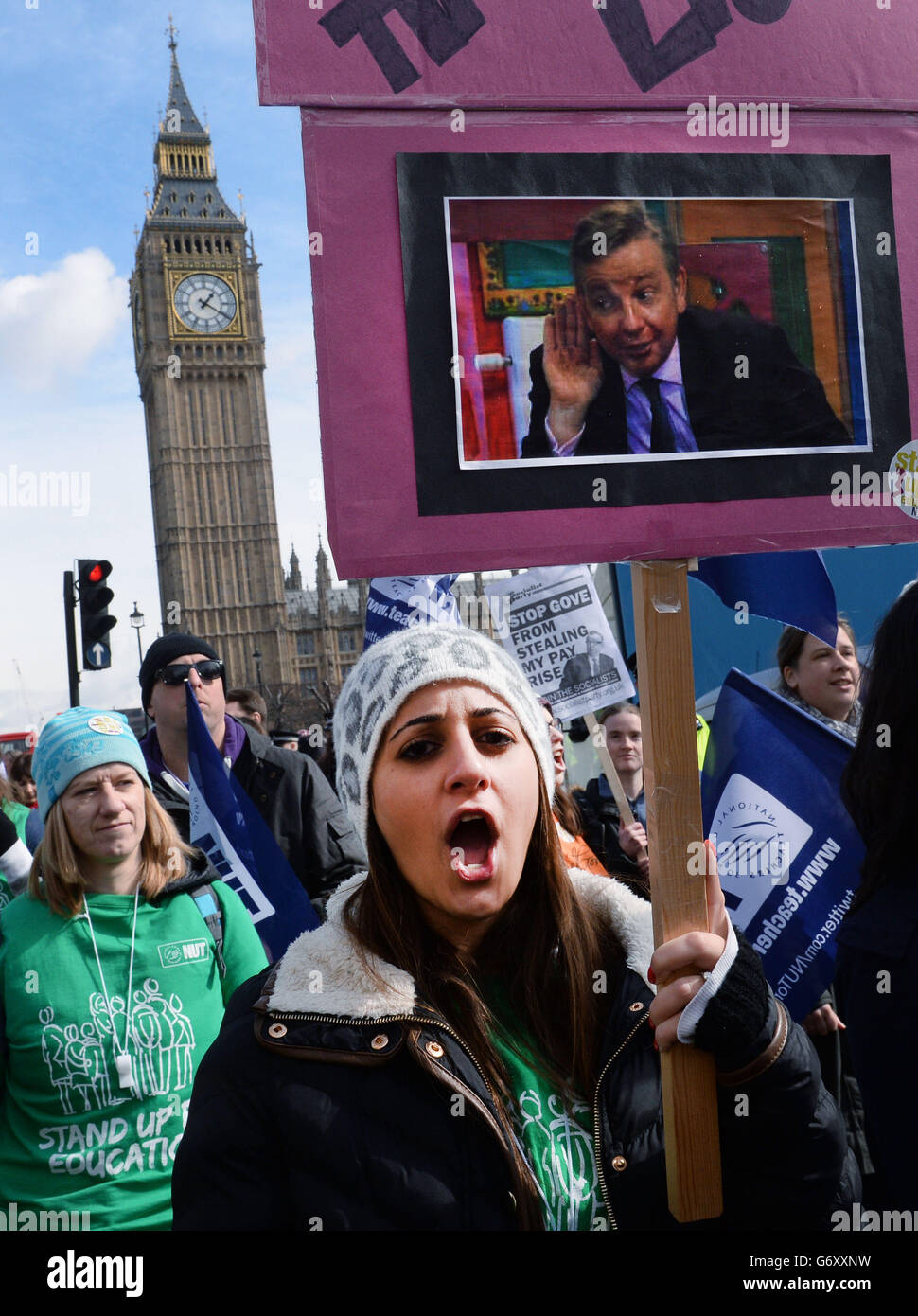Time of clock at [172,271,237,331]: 1:20
